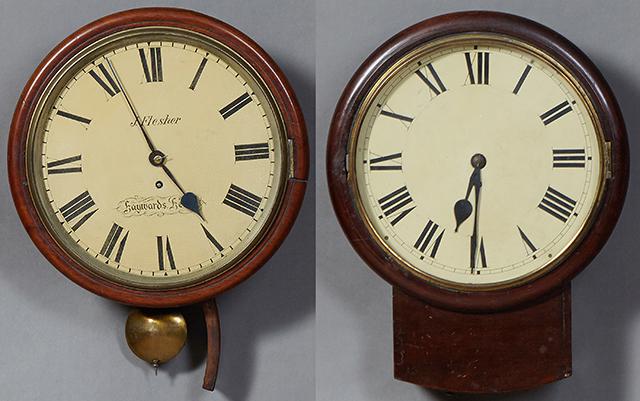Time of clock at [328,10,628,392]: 6:30
